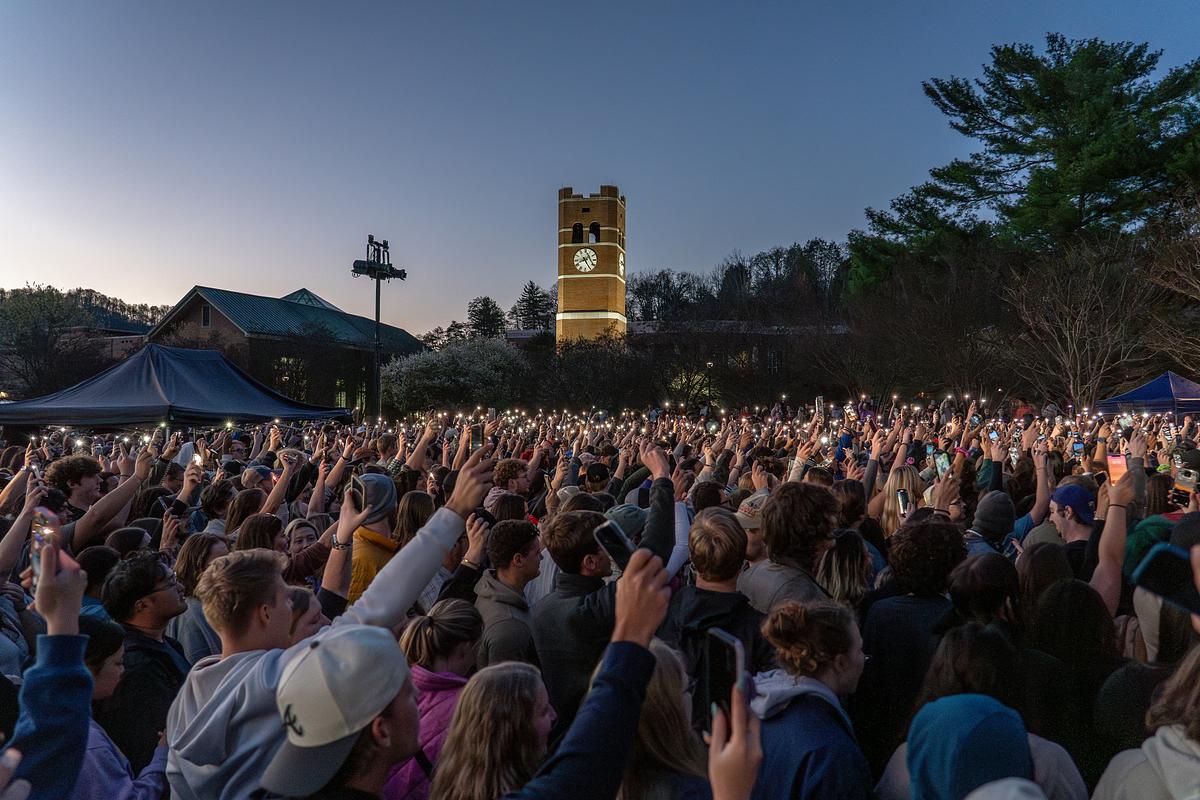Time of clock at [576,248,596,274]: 8:25
